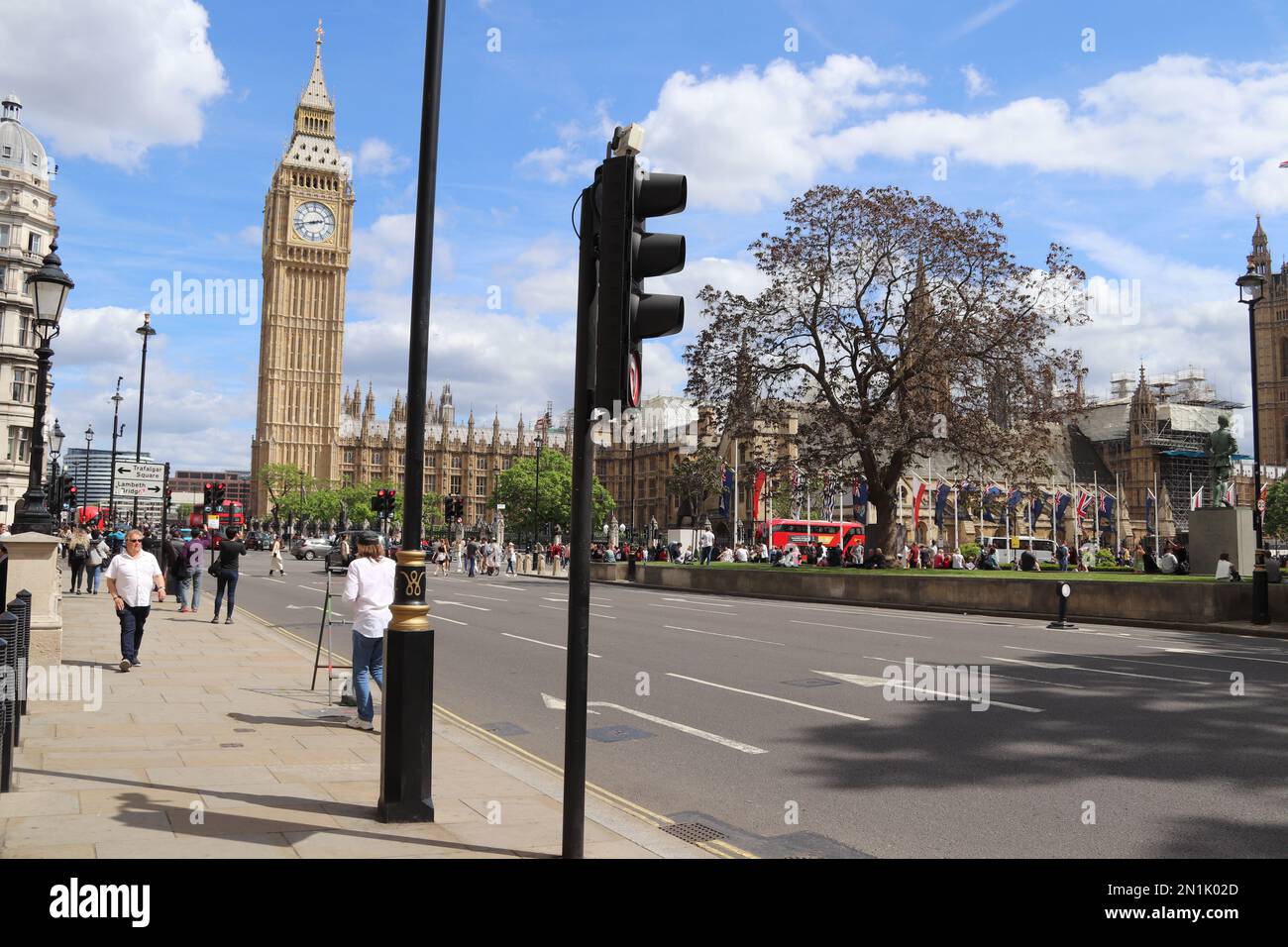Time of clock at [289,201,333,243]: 2:42
